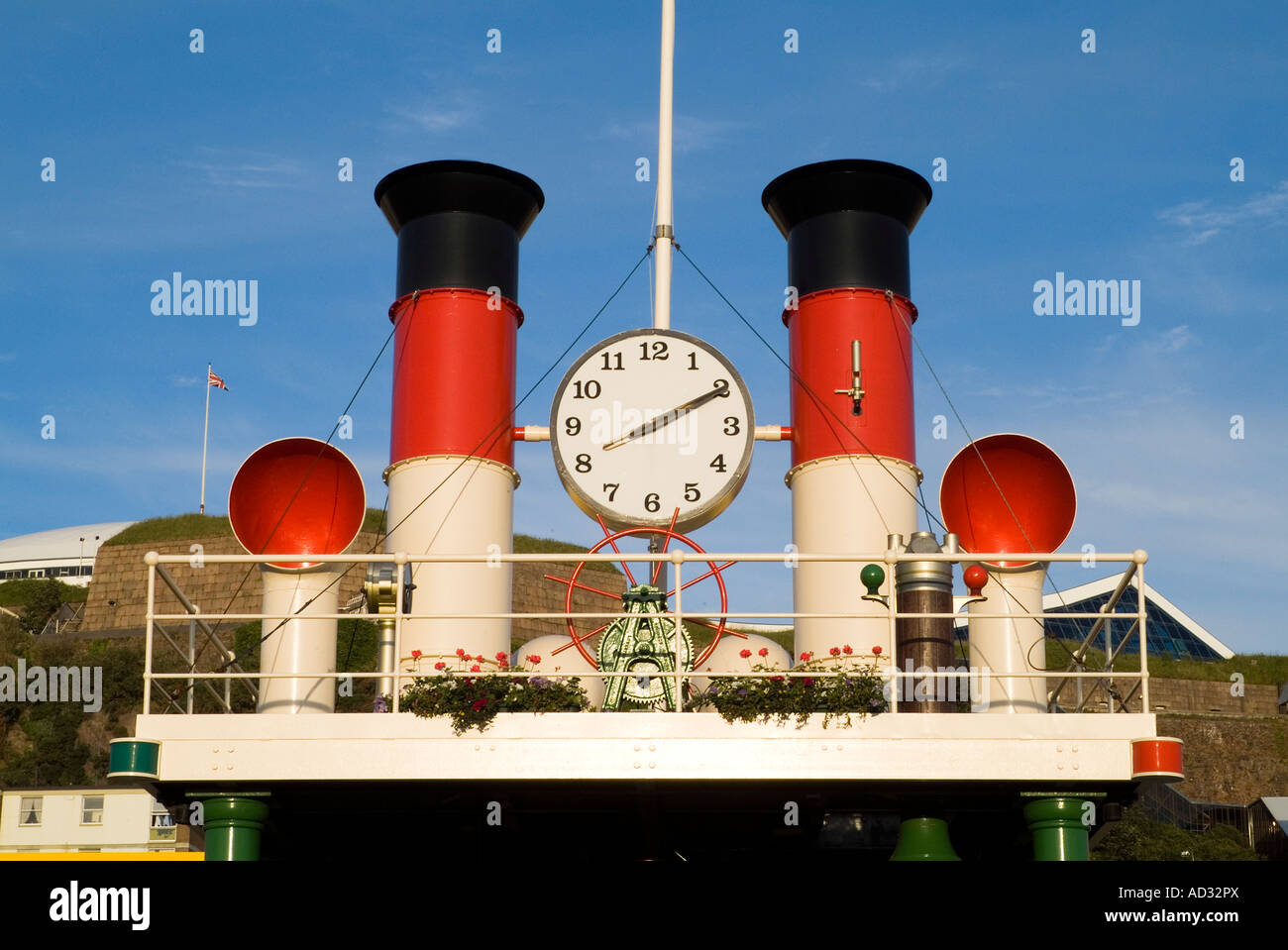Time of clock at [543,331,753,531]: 8:10
